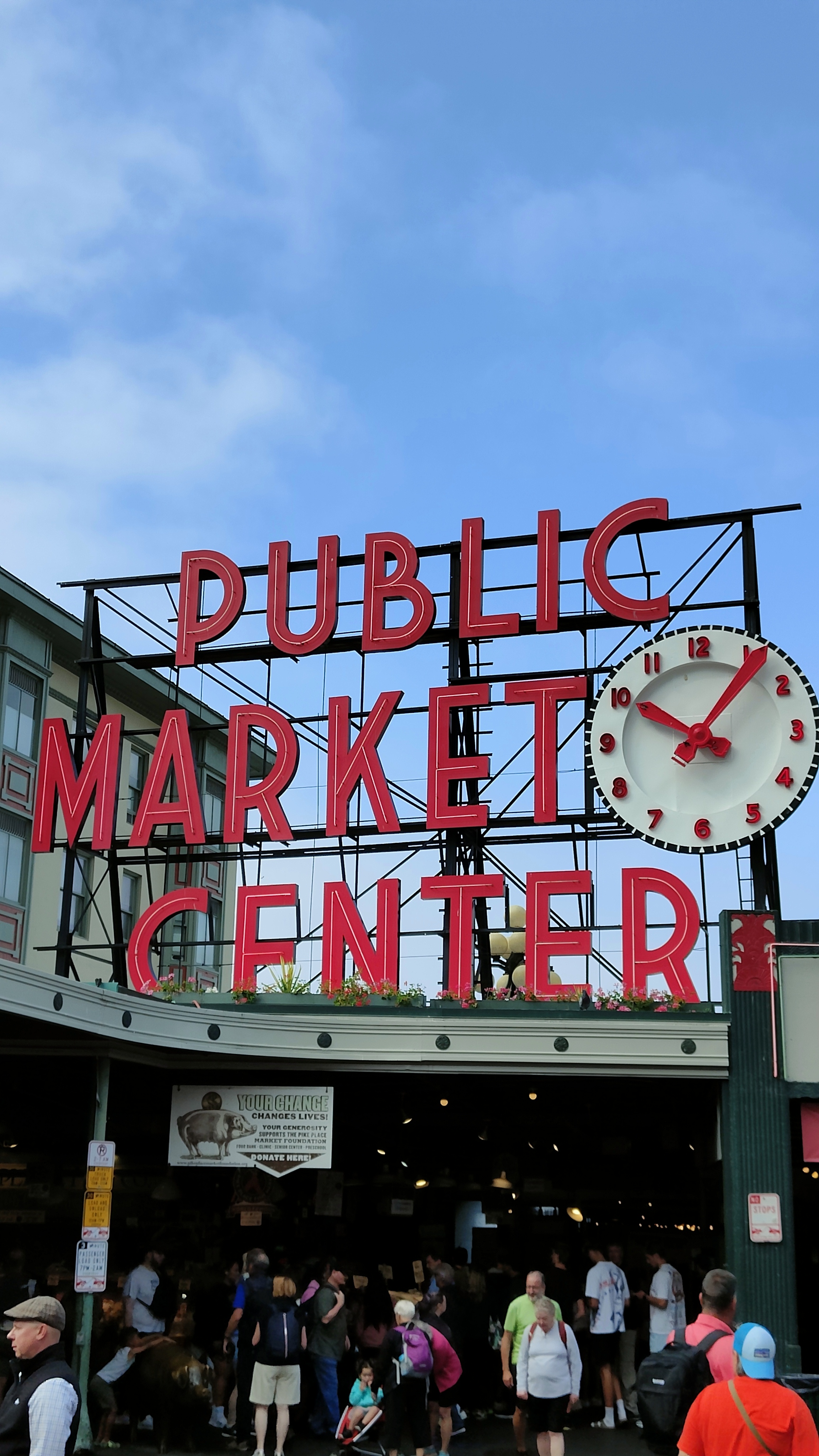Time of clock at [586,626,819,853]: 10:06
